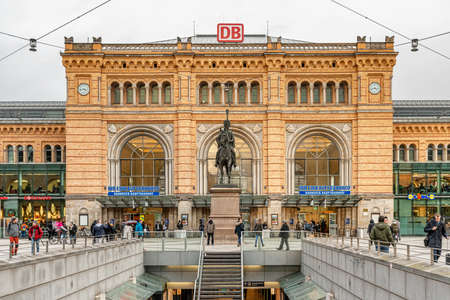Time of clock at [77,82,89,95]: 3:42
